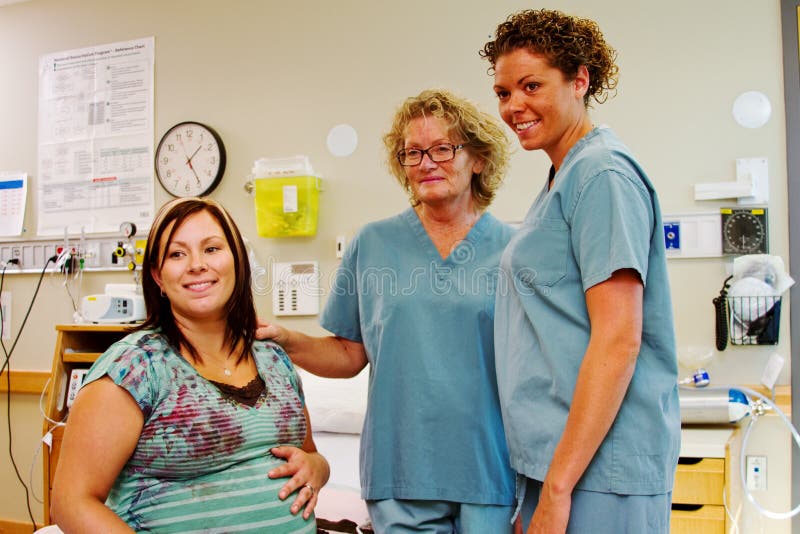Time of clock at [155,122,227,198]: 1:24
